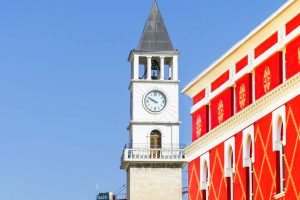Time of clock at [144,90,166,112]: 9:50
